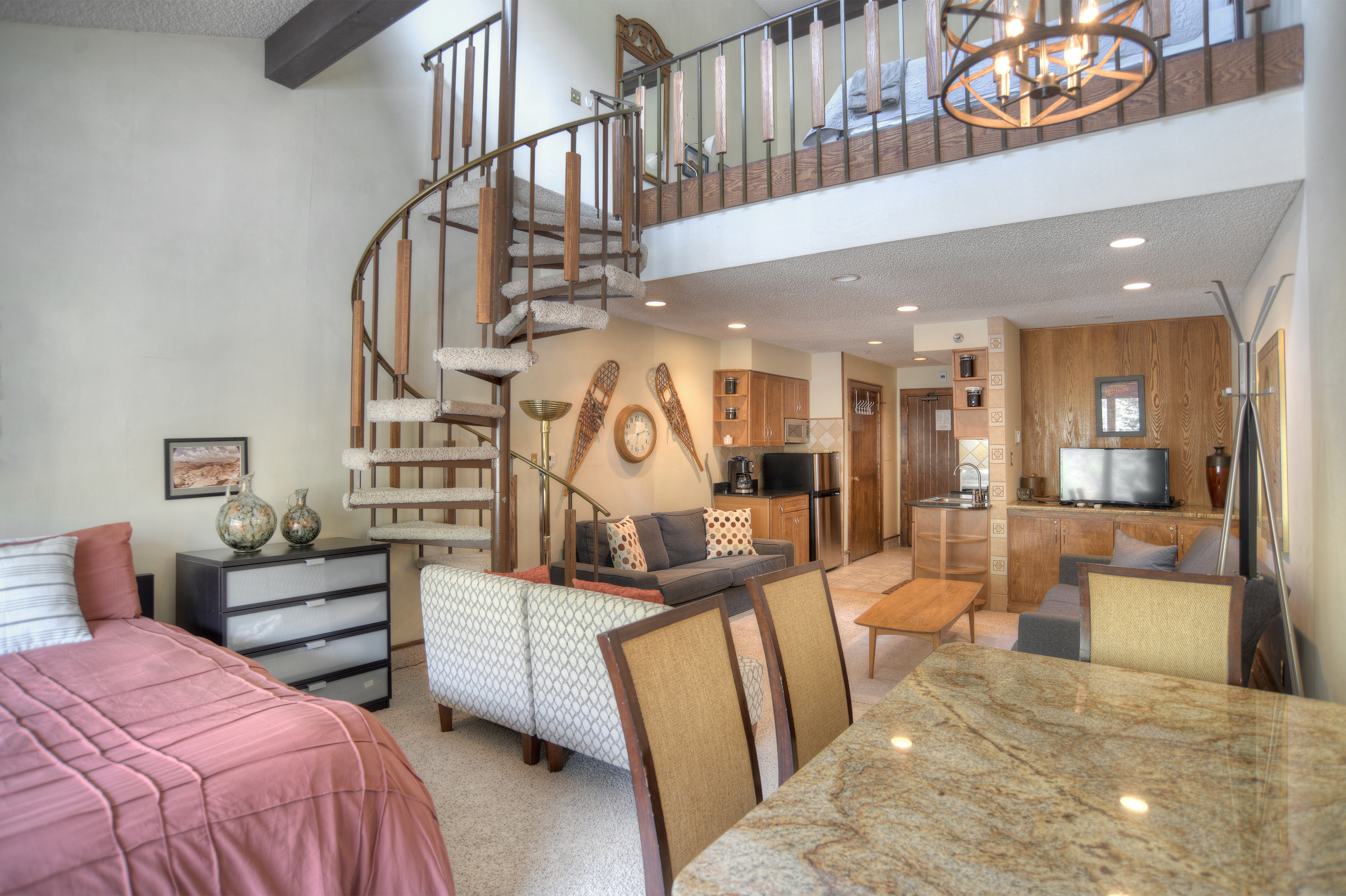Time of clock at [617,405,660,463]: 2:32
